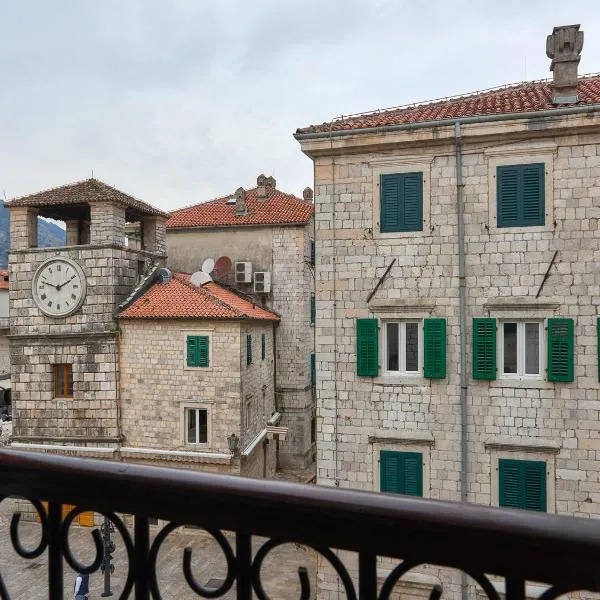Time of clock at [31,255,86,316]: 1:47
